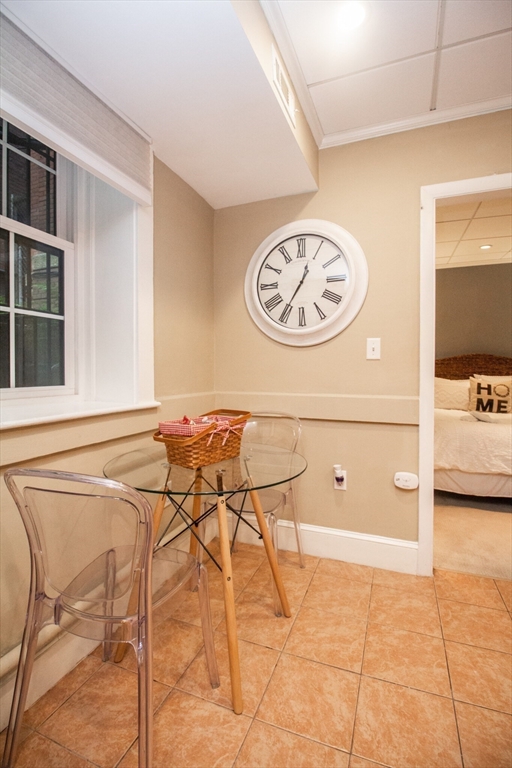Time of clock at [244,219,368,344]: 12:35
